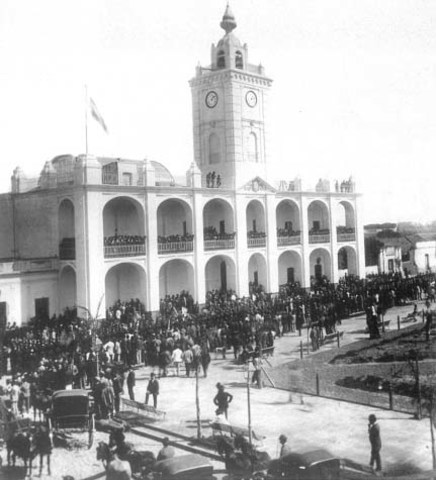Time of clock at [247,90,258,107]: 7:12
